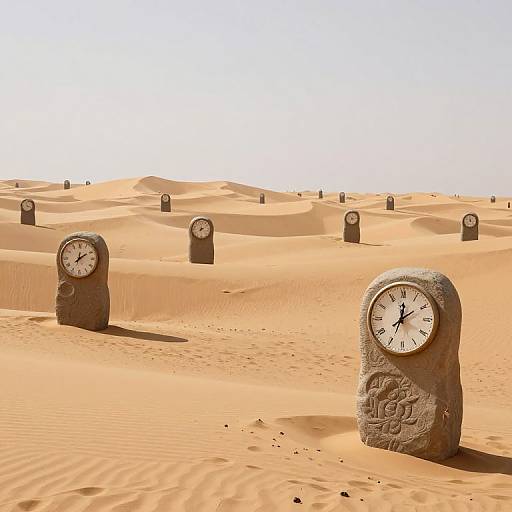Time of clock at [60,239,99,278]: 12:09
